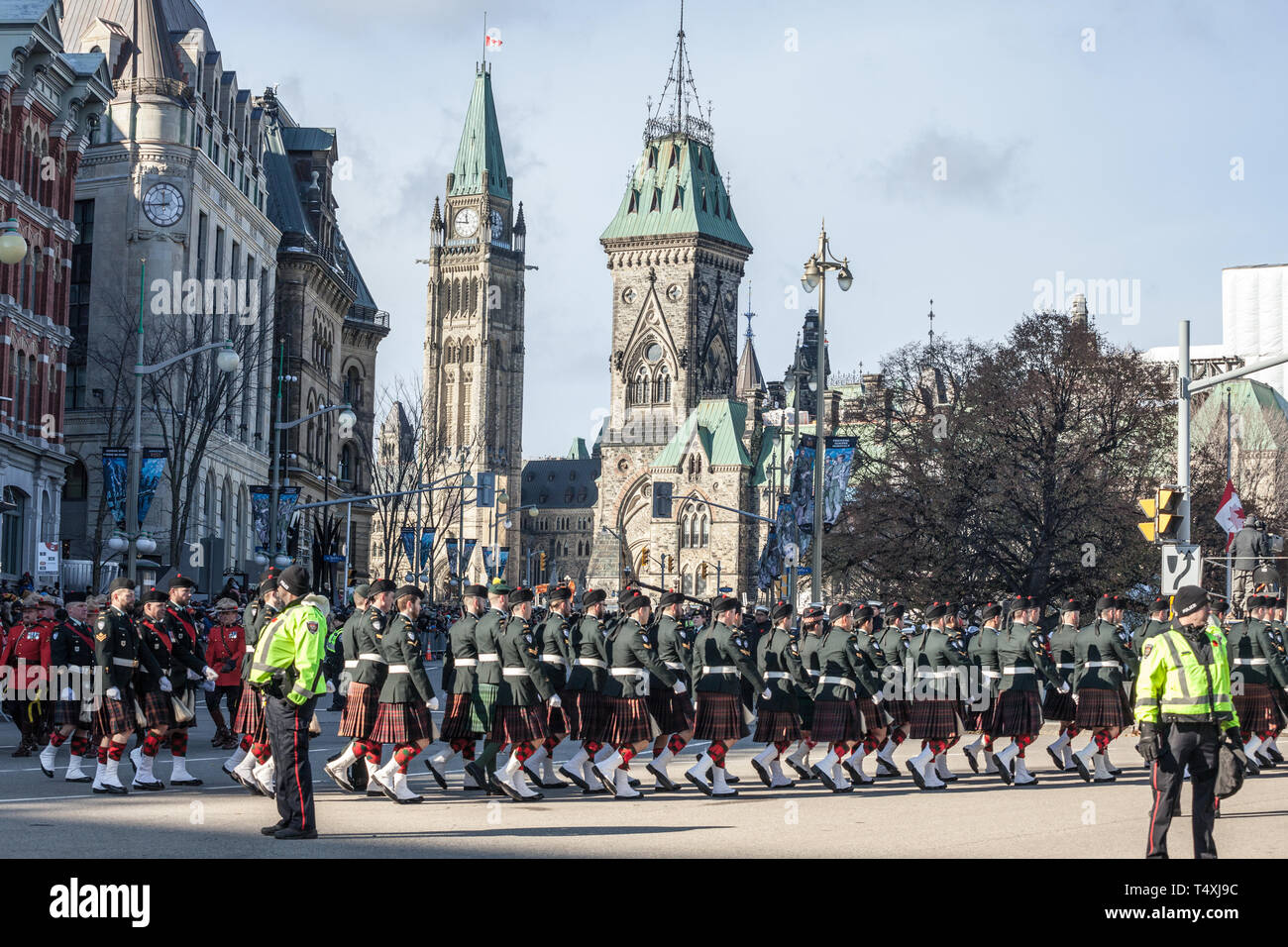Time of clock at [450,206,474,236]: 11:46
